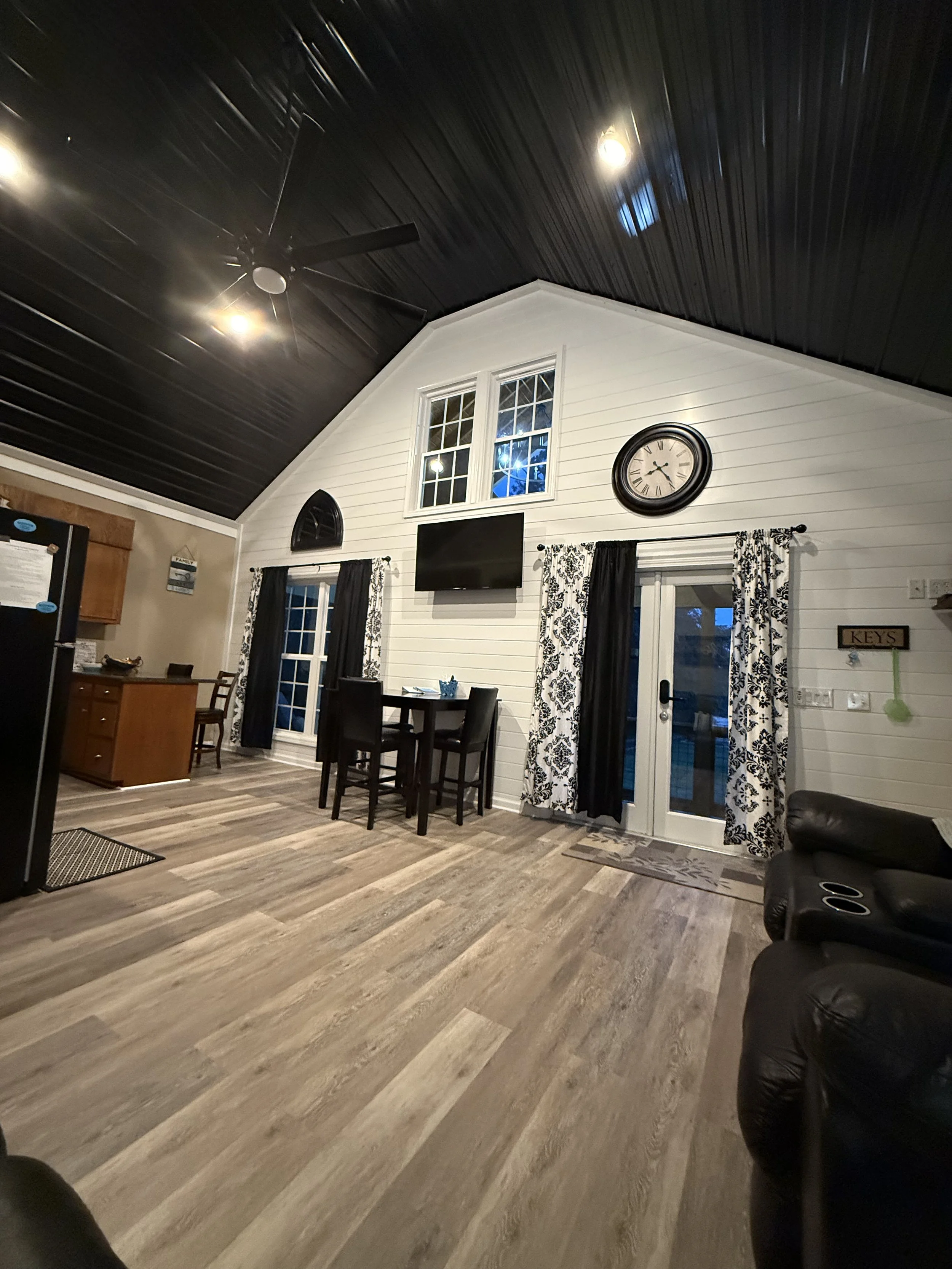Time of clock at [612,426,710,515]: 8:23
